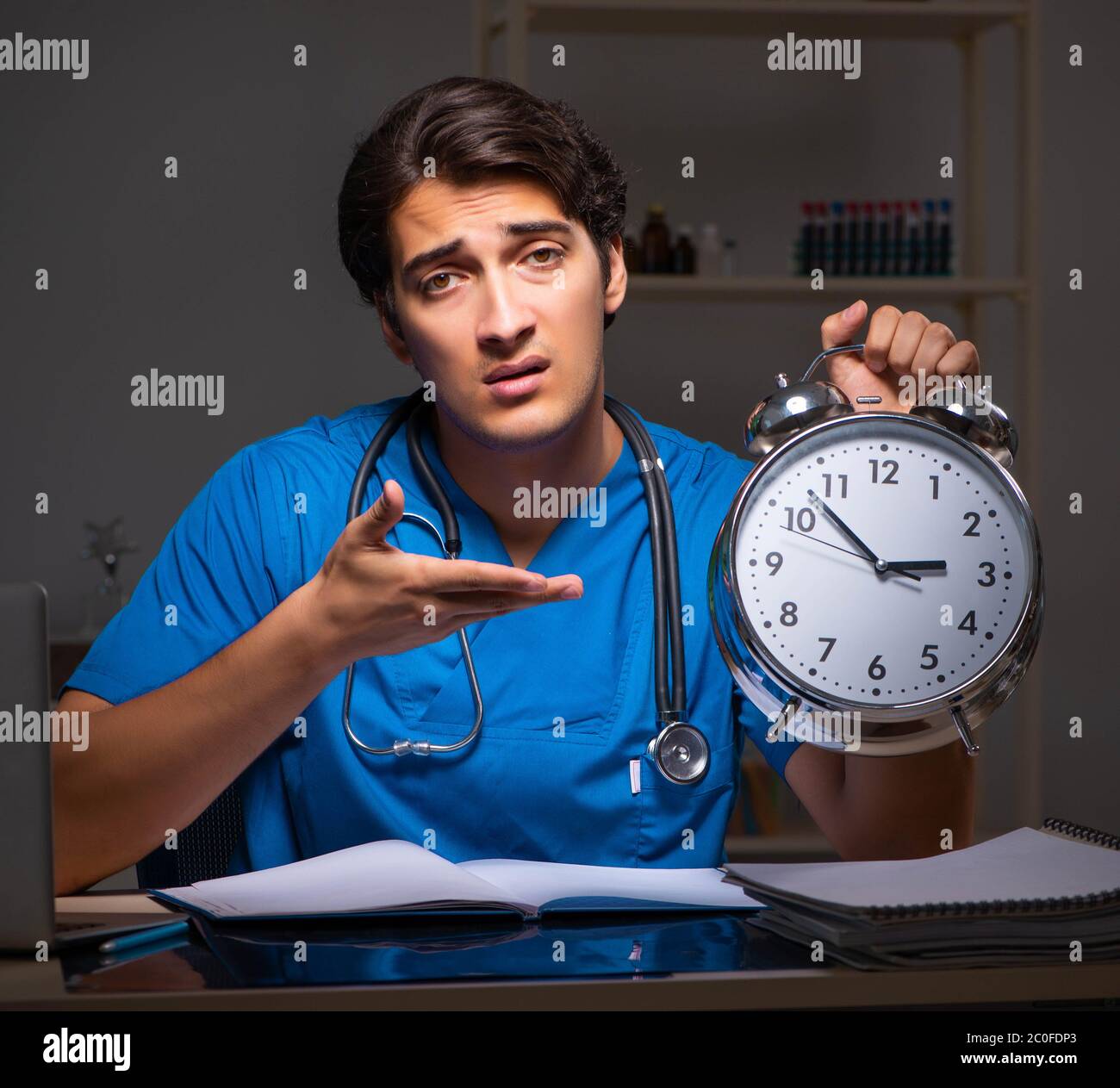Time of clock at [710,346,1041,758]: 2:52
